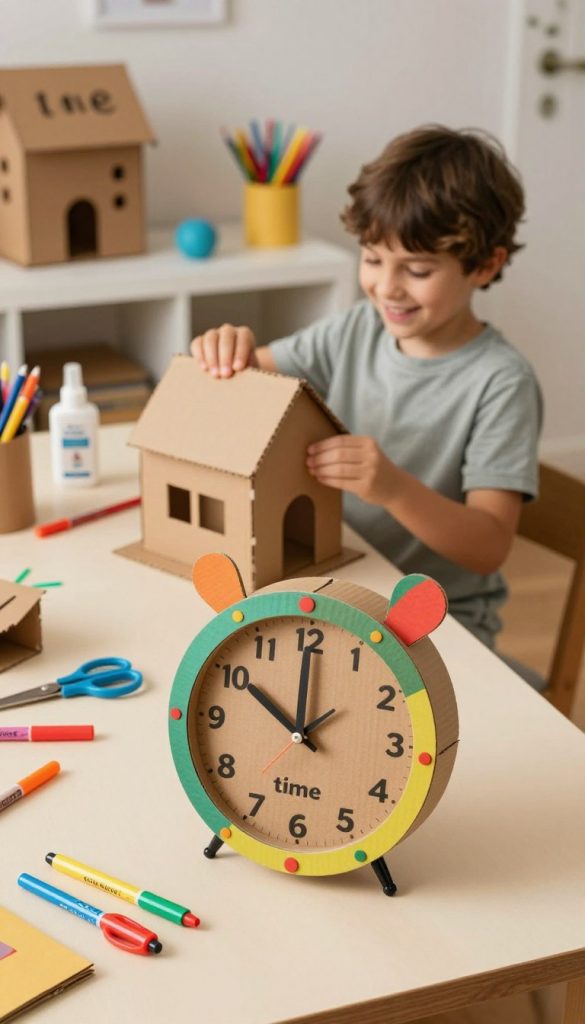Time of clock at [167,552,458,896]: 10:00
